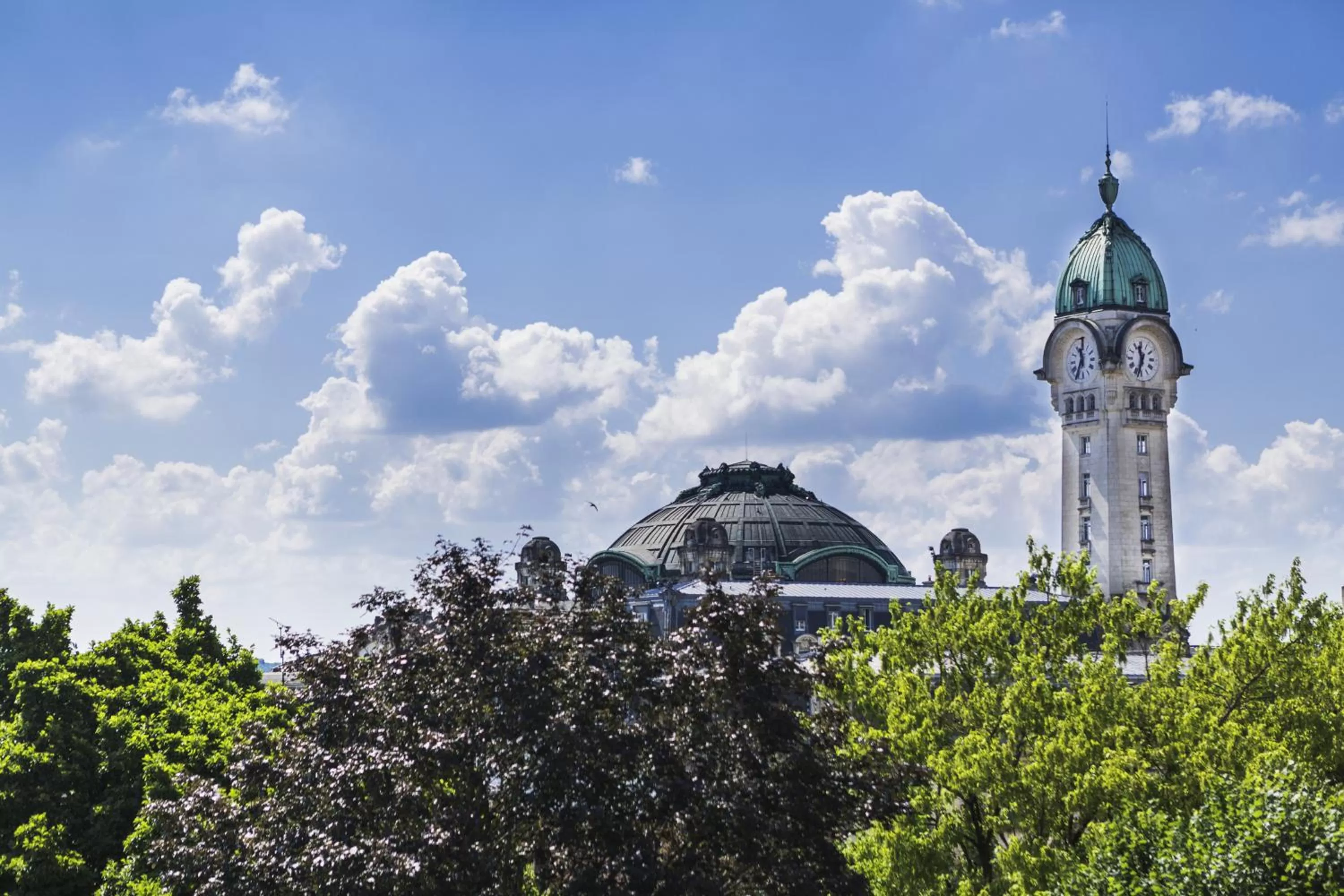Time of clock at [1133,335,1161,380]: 11:33
